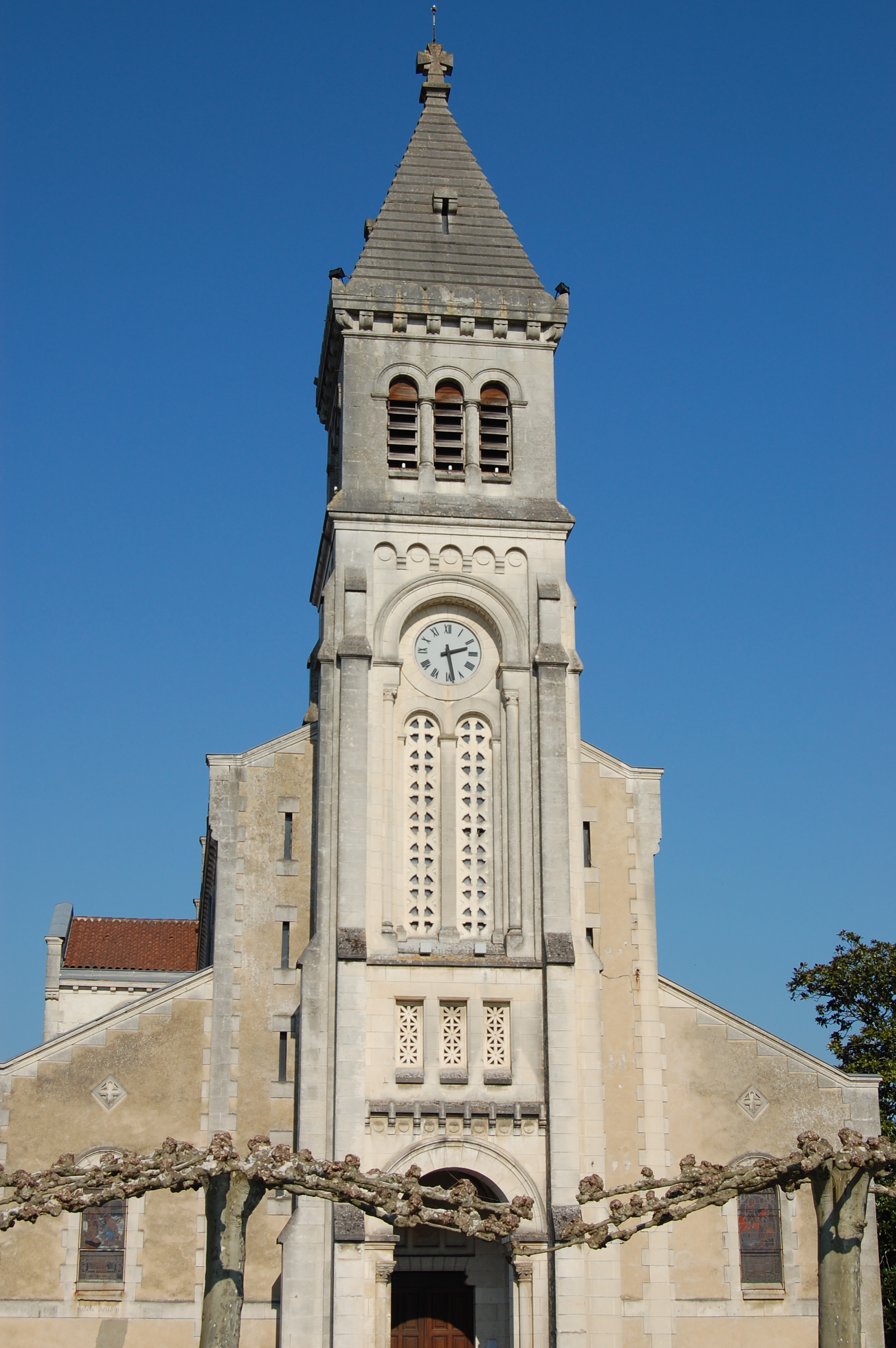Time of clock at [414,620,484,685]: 2:28
